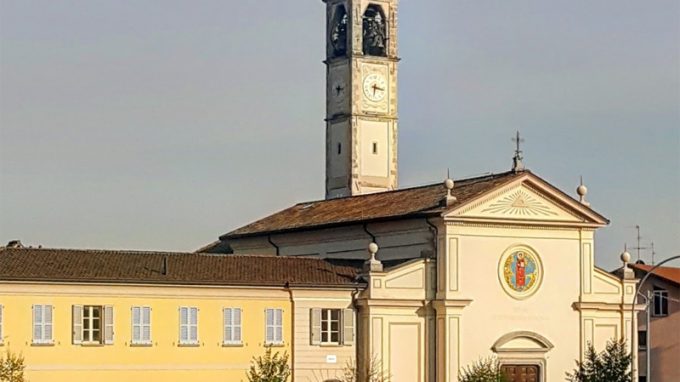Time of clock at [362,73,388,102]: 6:16
